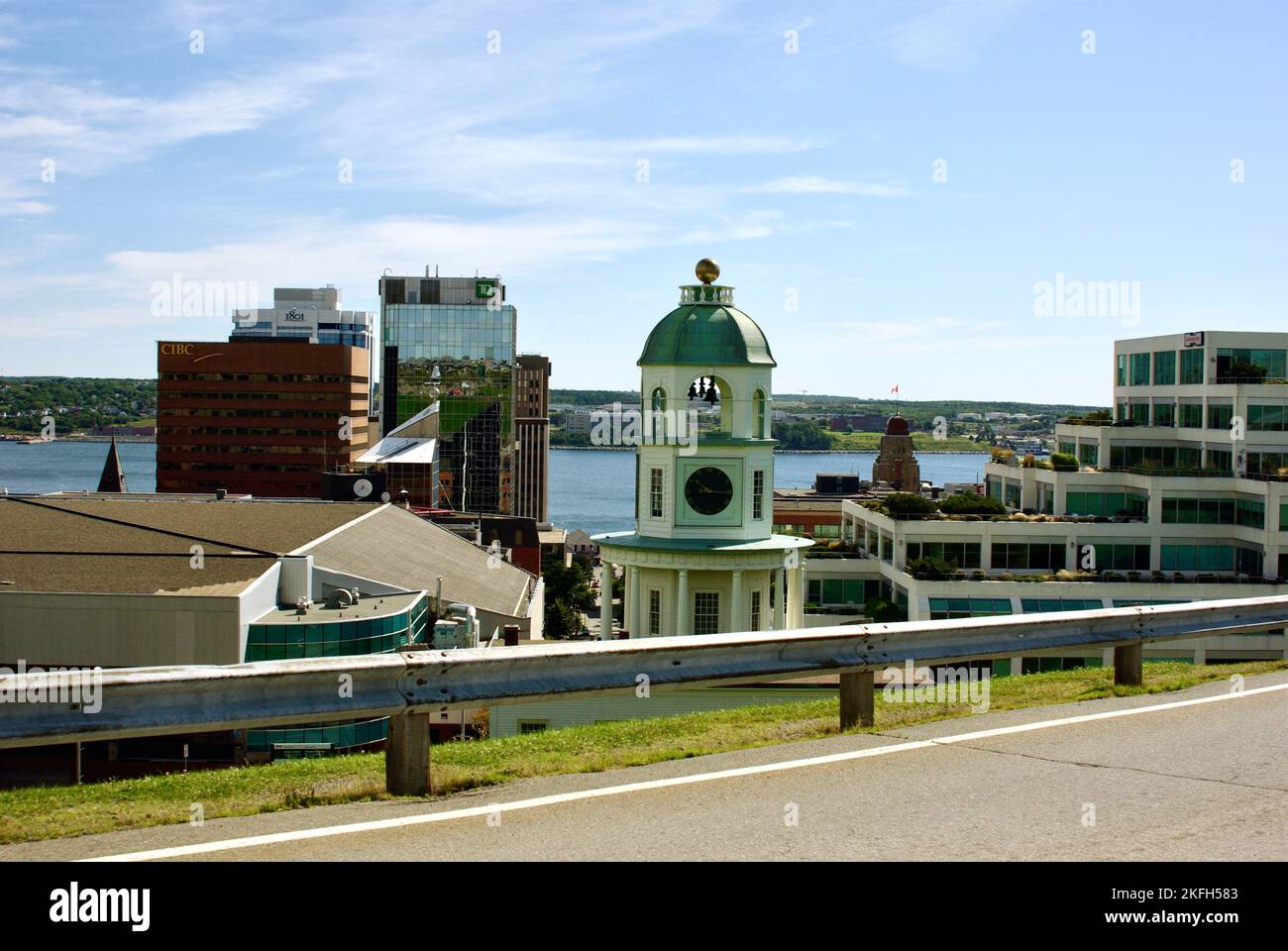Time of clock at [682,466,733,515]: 10:14
